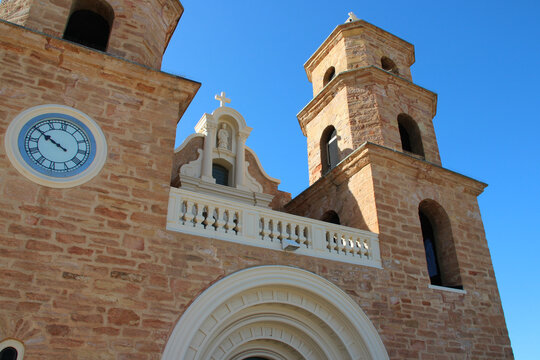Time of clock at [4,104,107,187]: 9:49
